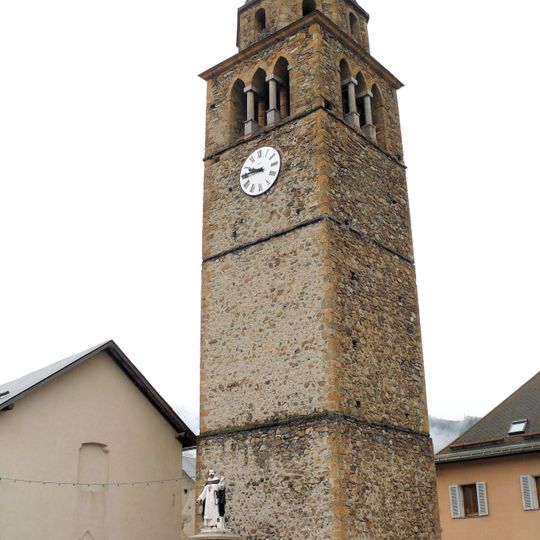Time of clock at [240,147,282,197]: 9:45
